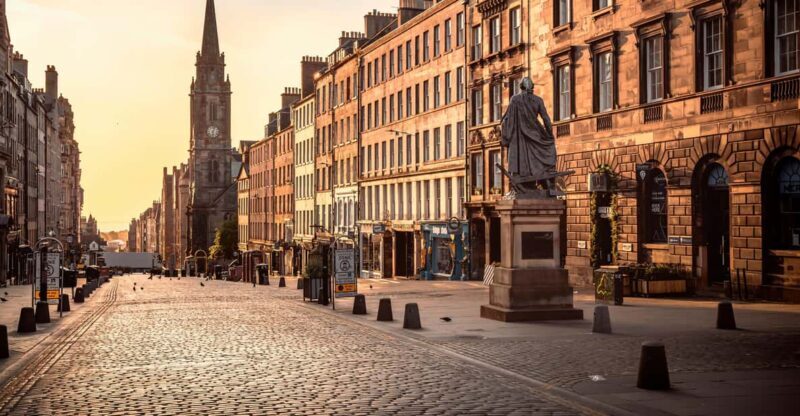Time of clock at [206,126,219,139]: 6:03
